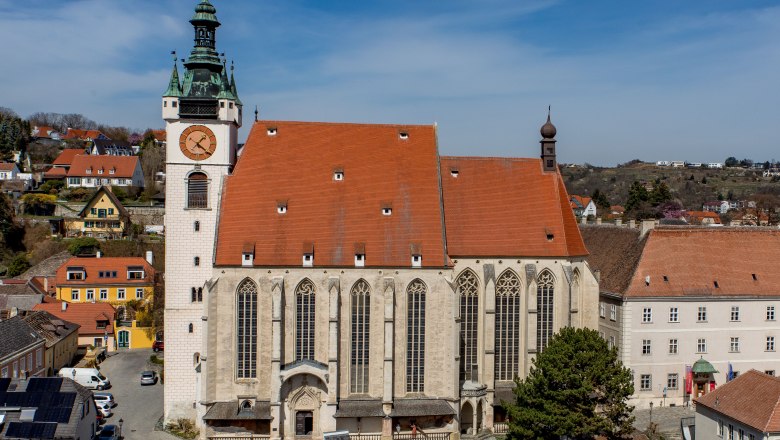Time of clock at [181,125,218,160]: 1:21
